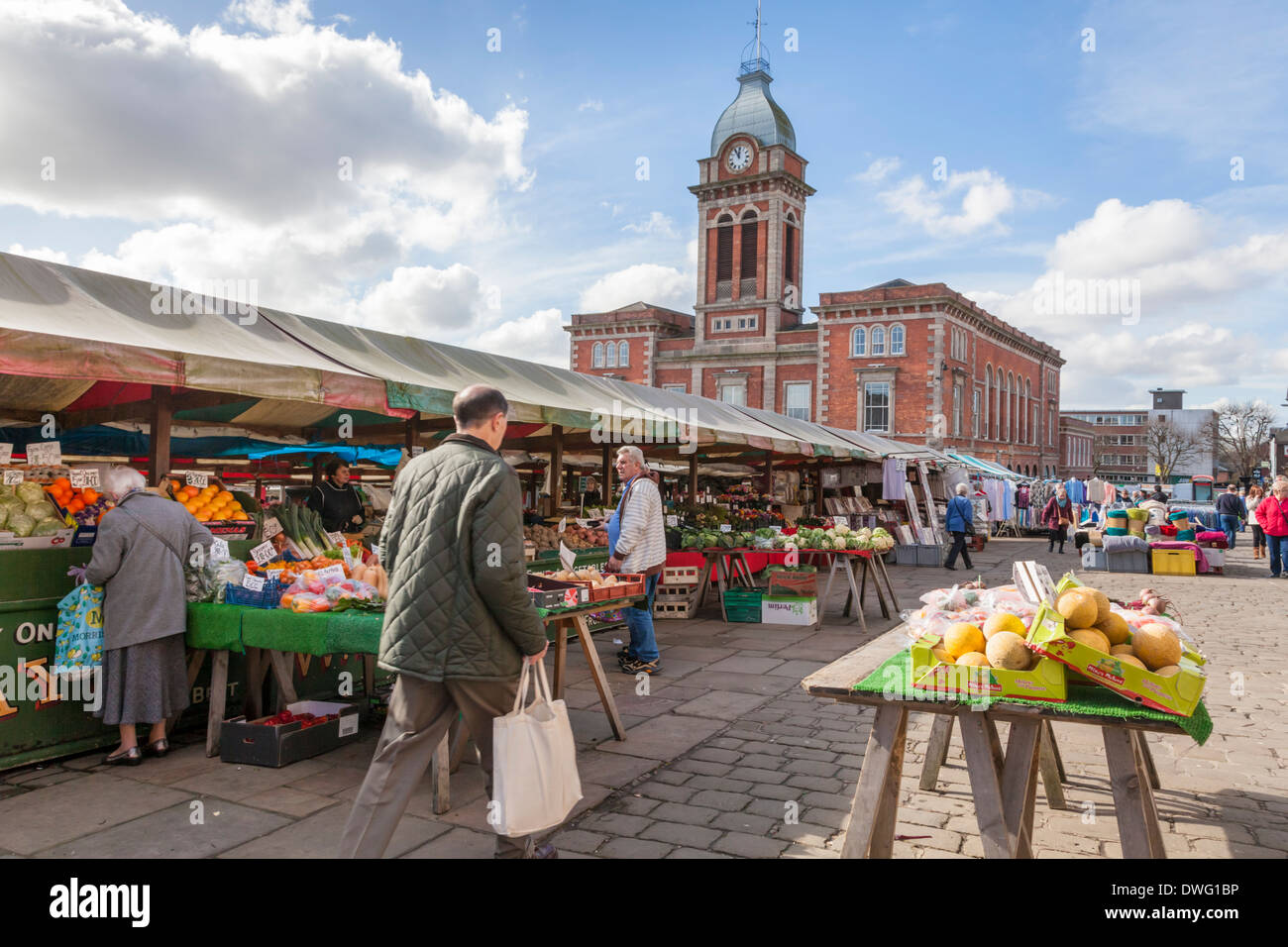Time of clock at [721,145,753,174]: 11:55
